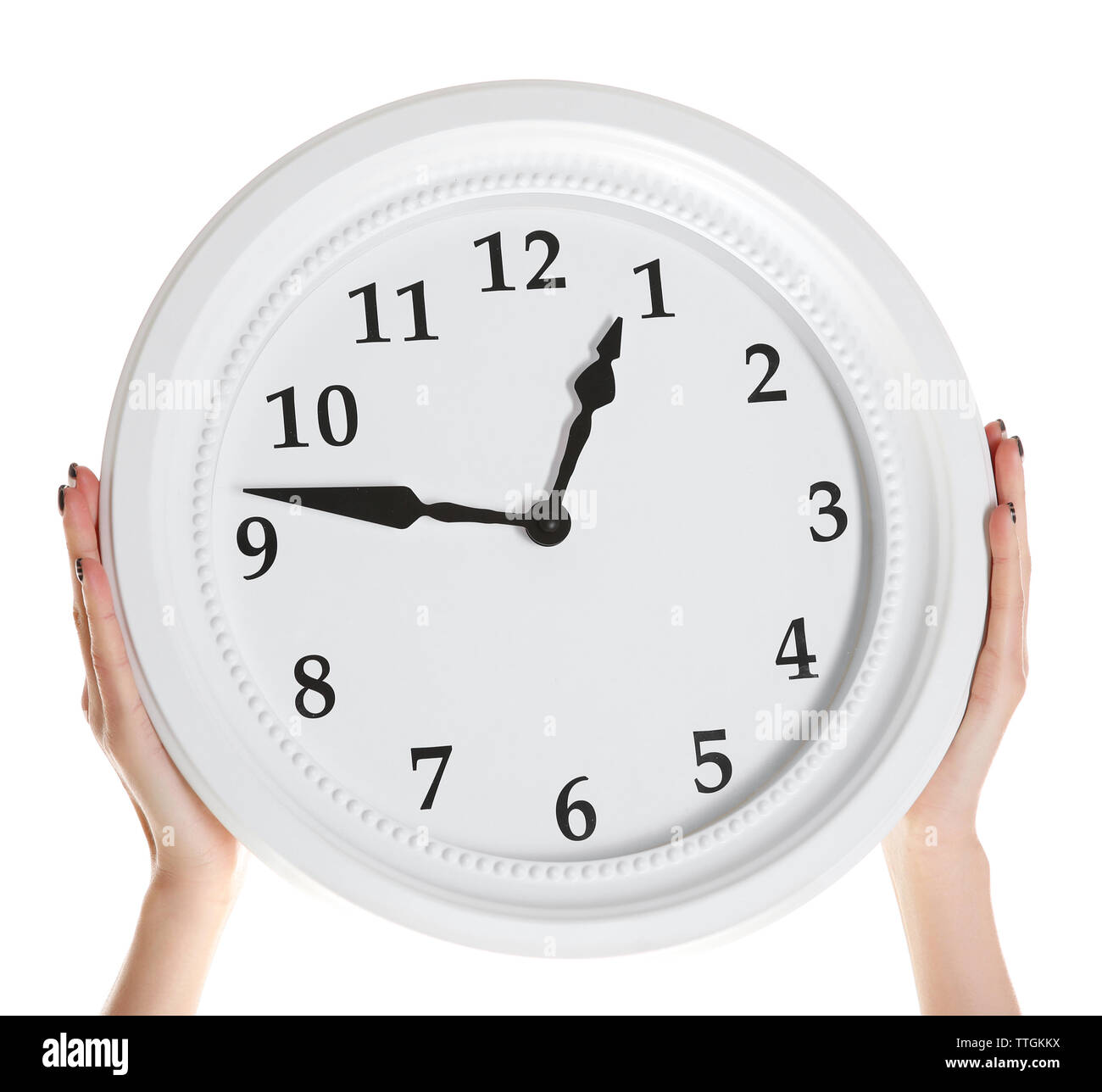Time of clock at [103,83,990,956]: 12:46
